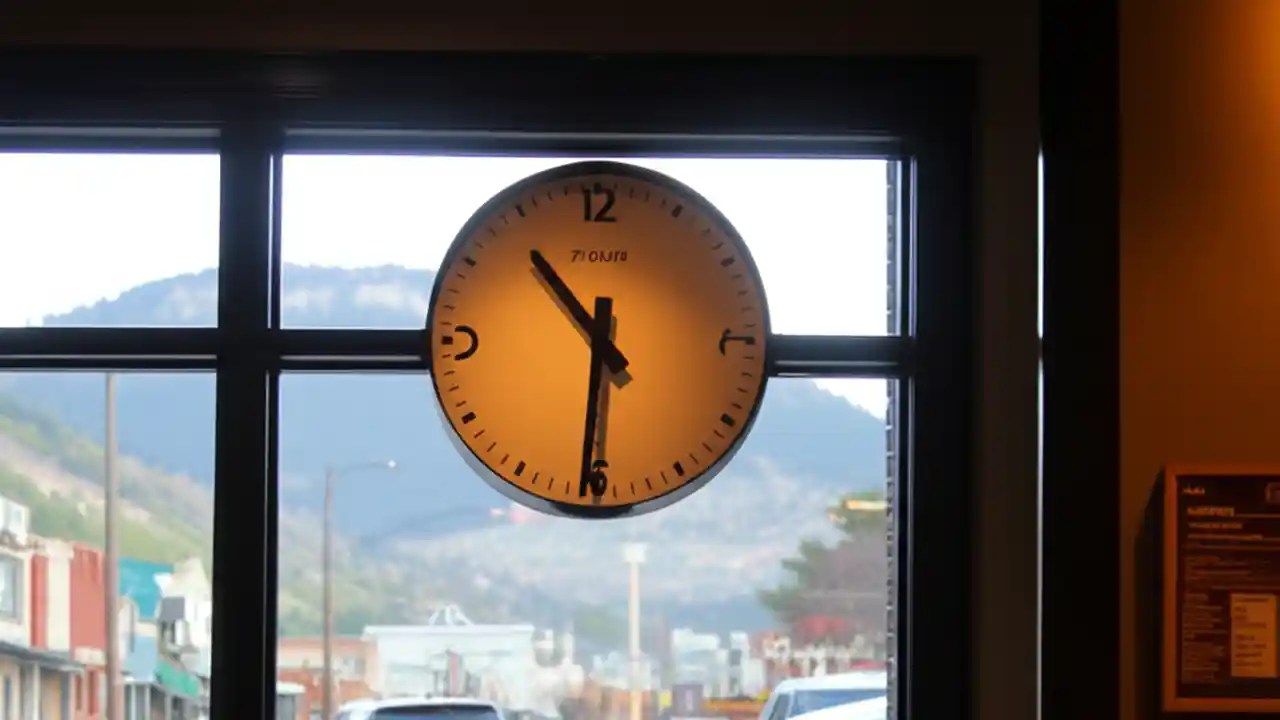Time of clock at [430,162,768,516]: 10:31
